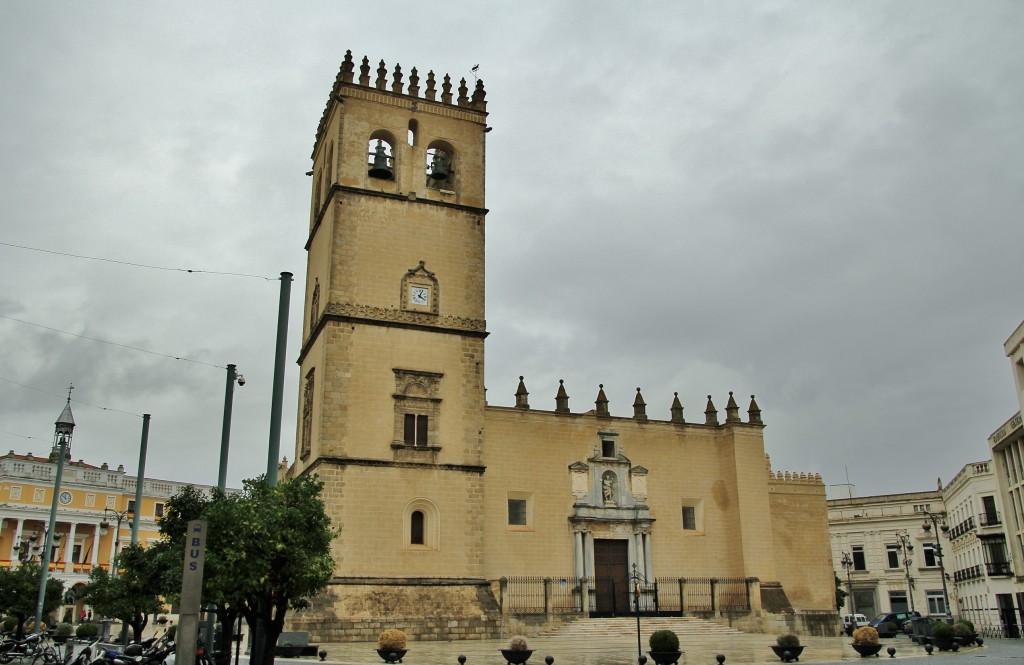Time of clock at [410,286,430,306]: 4:03
